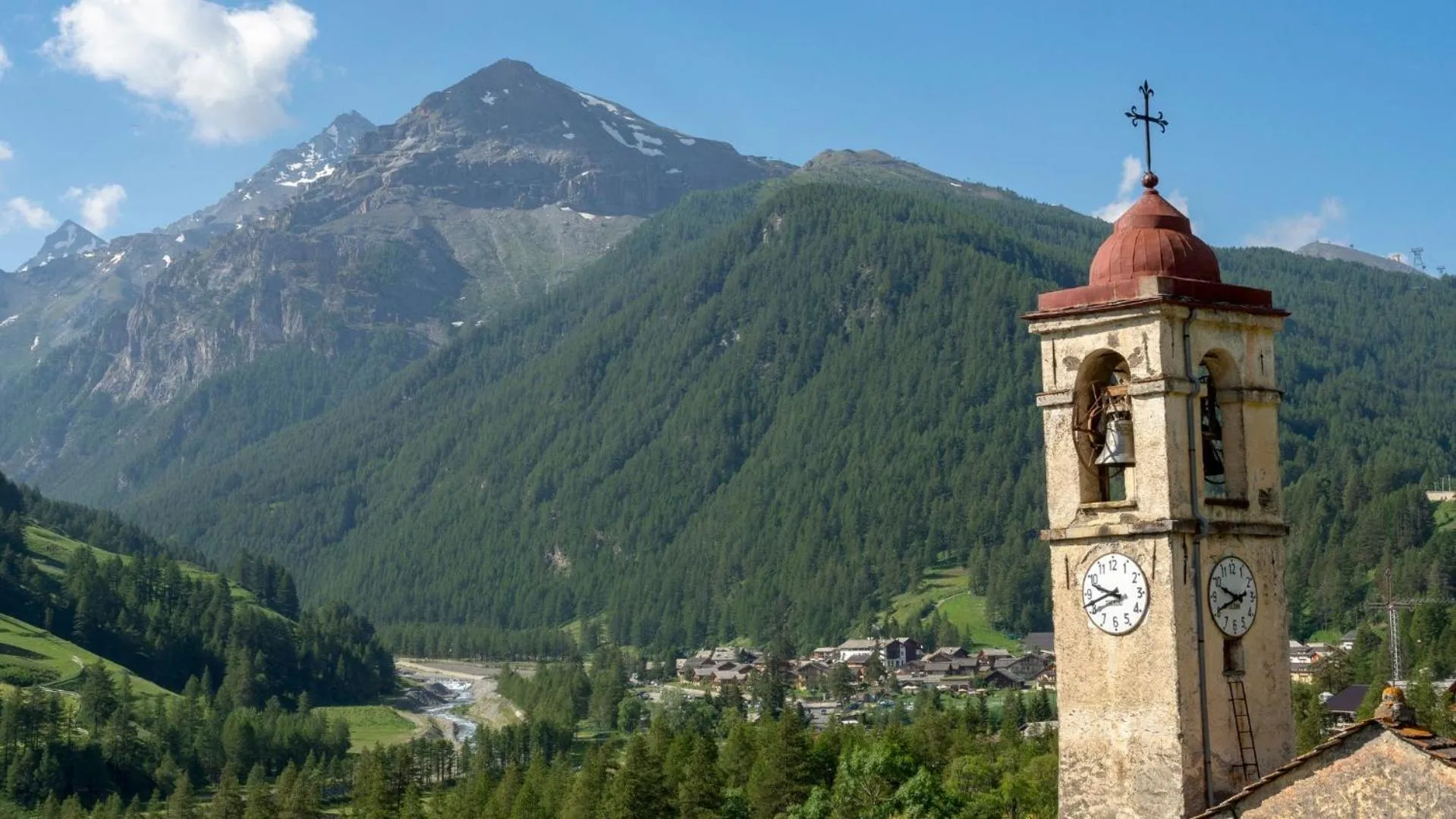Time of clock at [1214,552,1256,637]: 9:41
